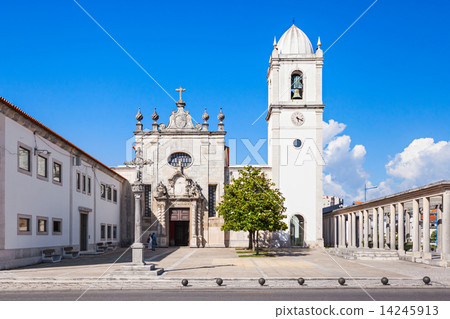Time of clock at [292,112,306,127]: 5:18
